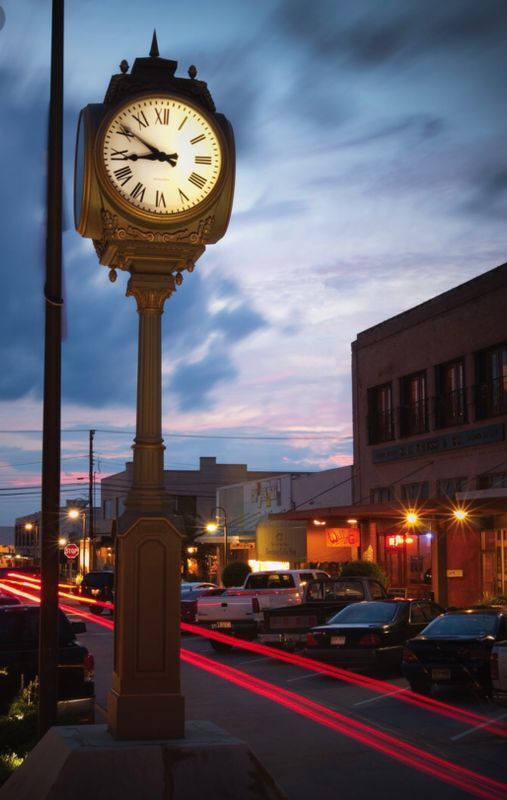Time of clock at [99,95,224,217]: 8:50
